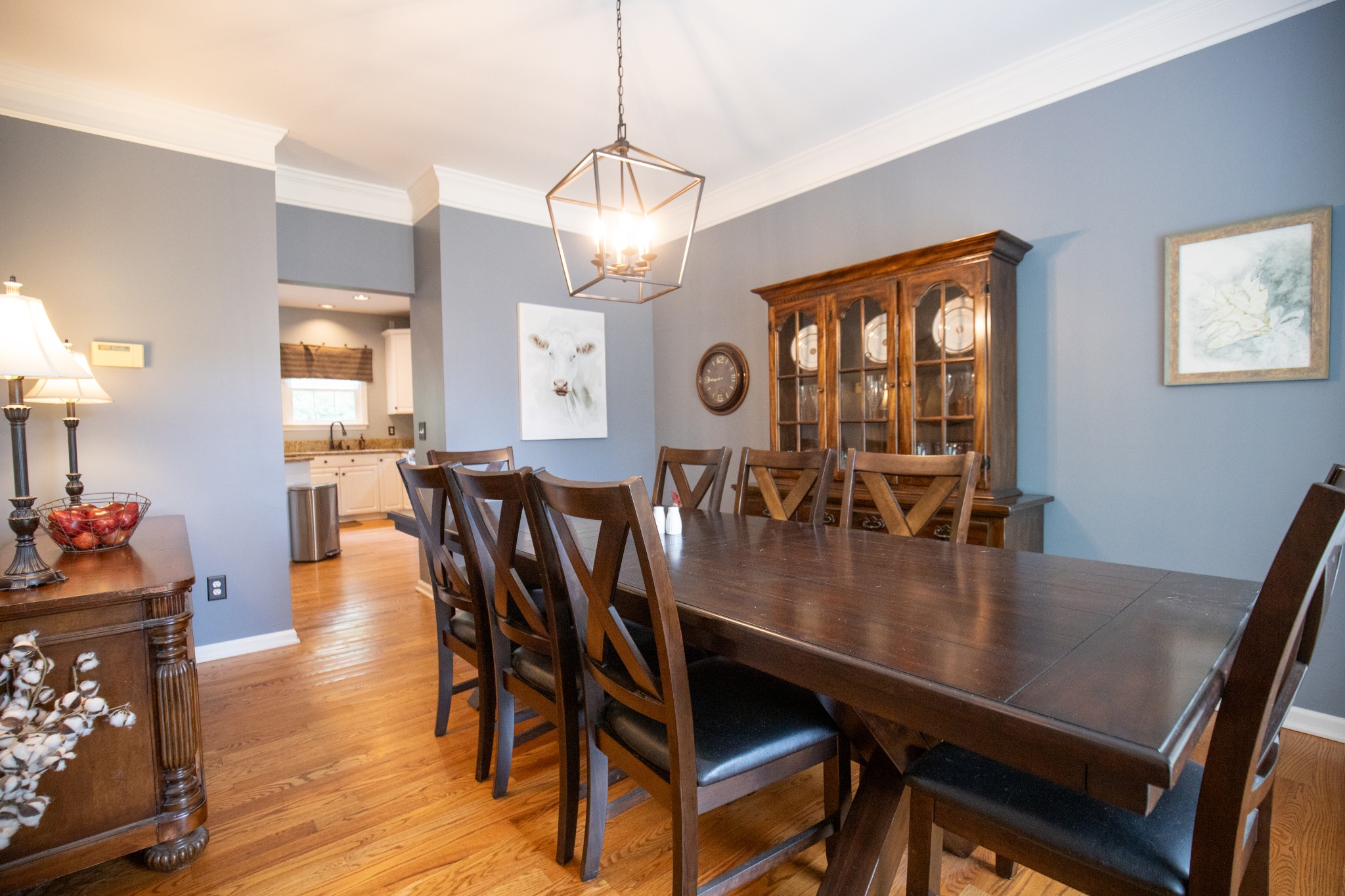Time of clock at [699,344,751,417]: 8:44
